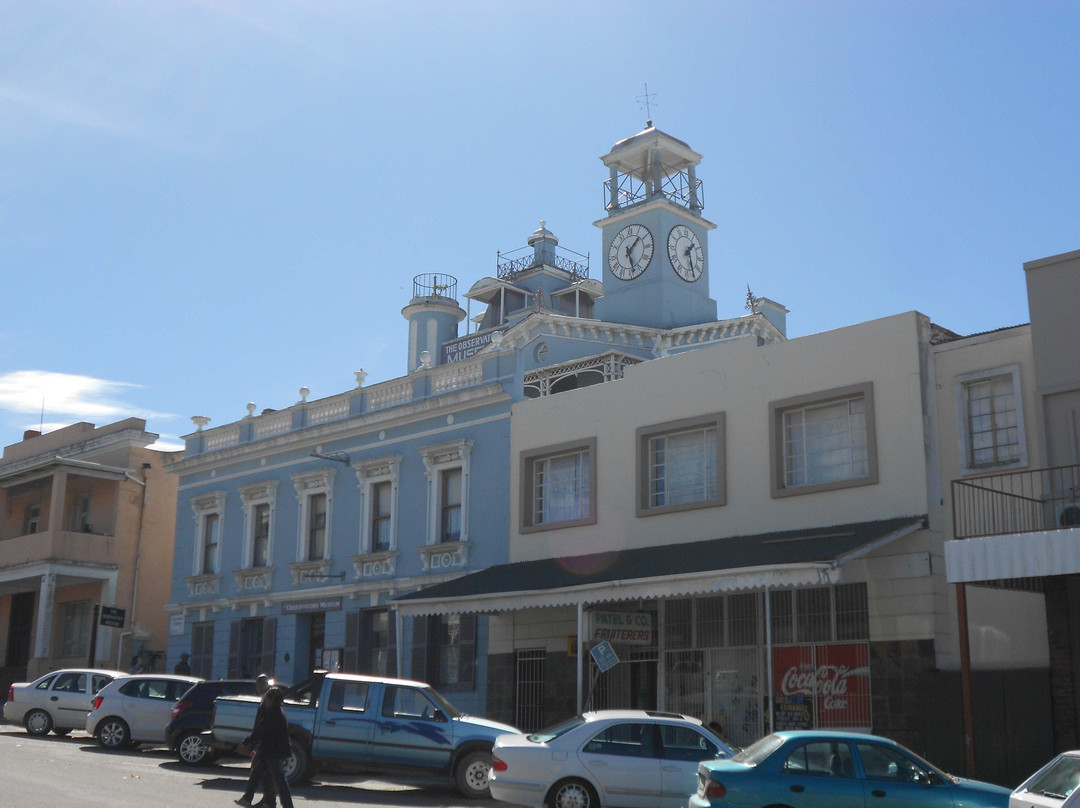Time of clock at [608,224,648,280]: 1:28
